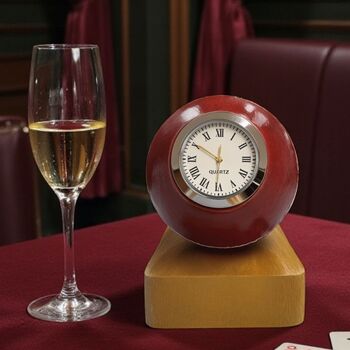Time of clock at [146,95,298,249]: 11:50
